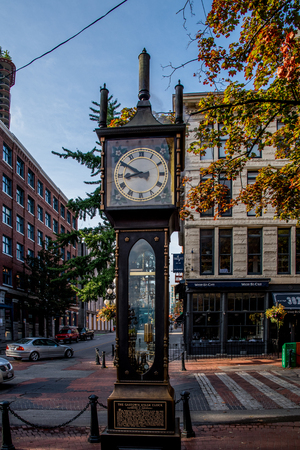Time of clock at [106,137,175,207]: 8:50
